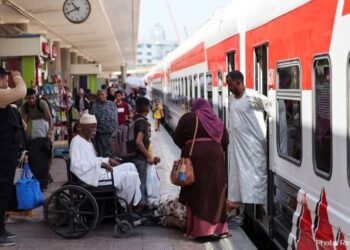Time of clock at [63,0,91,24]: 10:41
